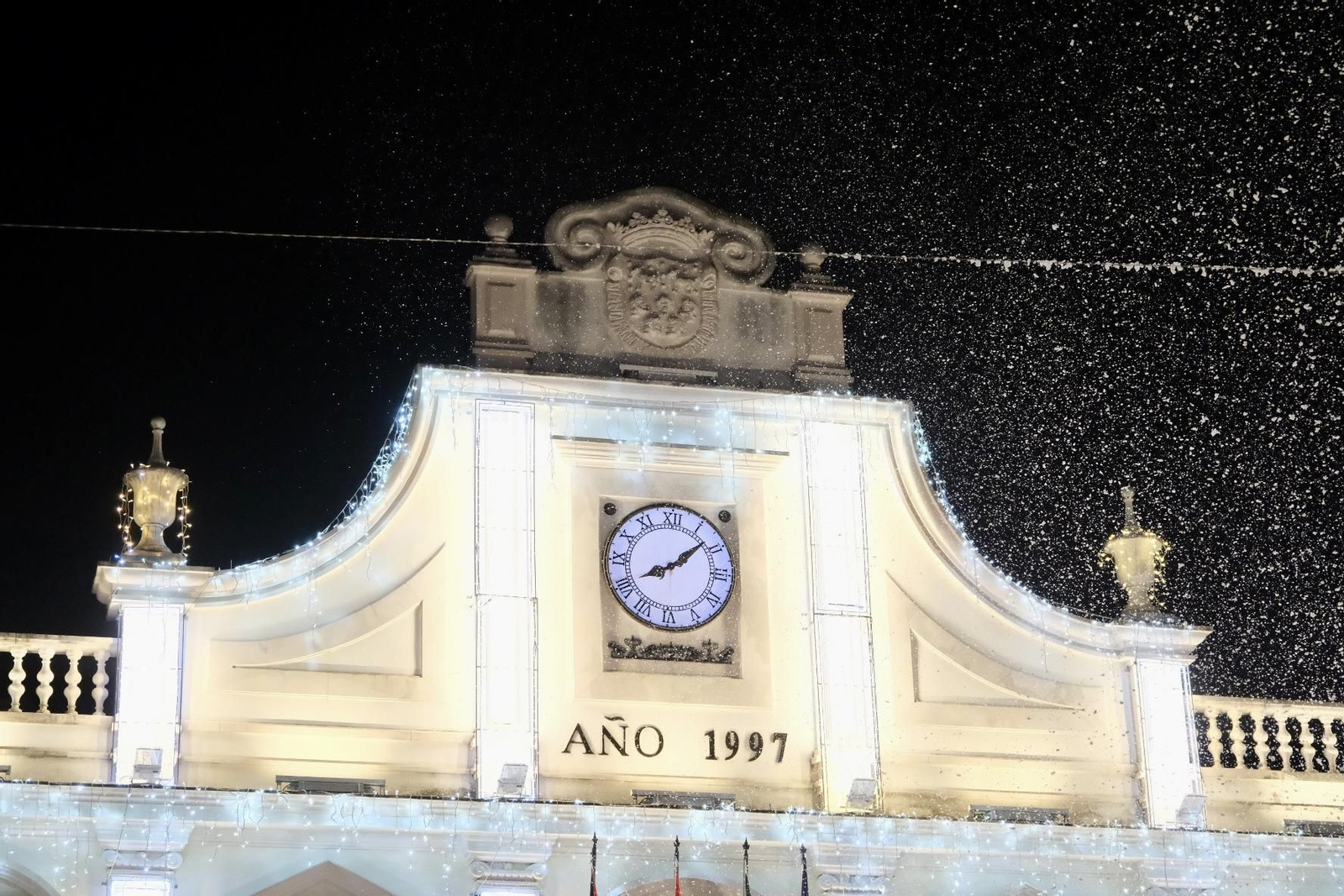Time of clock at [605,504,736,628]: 8:07
